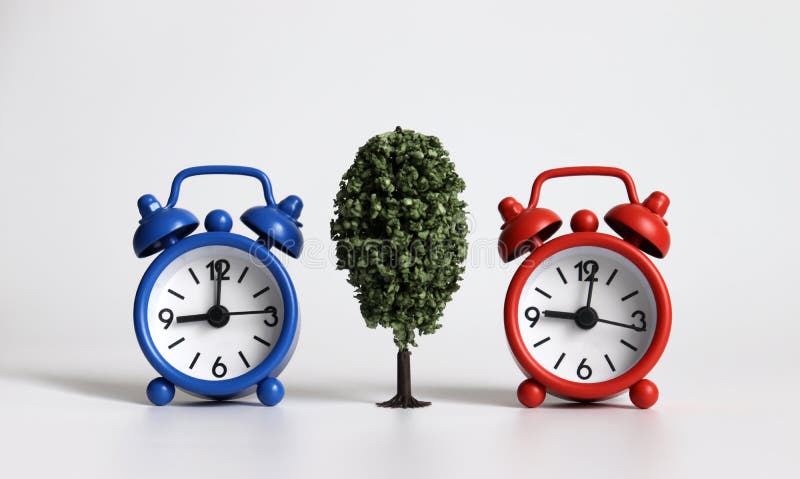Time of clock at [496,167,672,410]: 9:01
